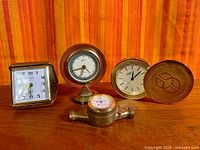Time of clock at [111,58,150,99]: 12:07
